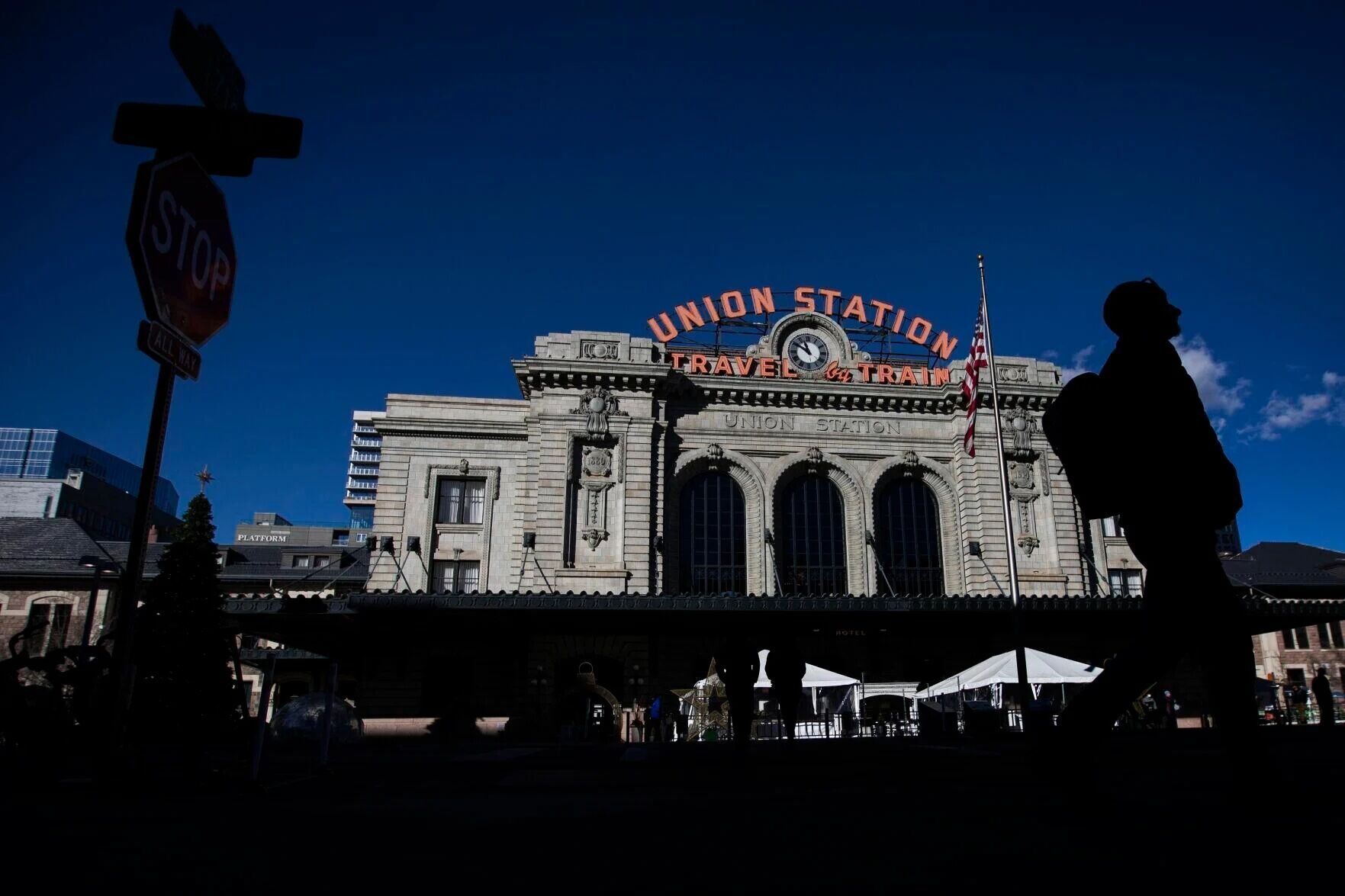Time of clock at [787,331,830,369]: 10:50
